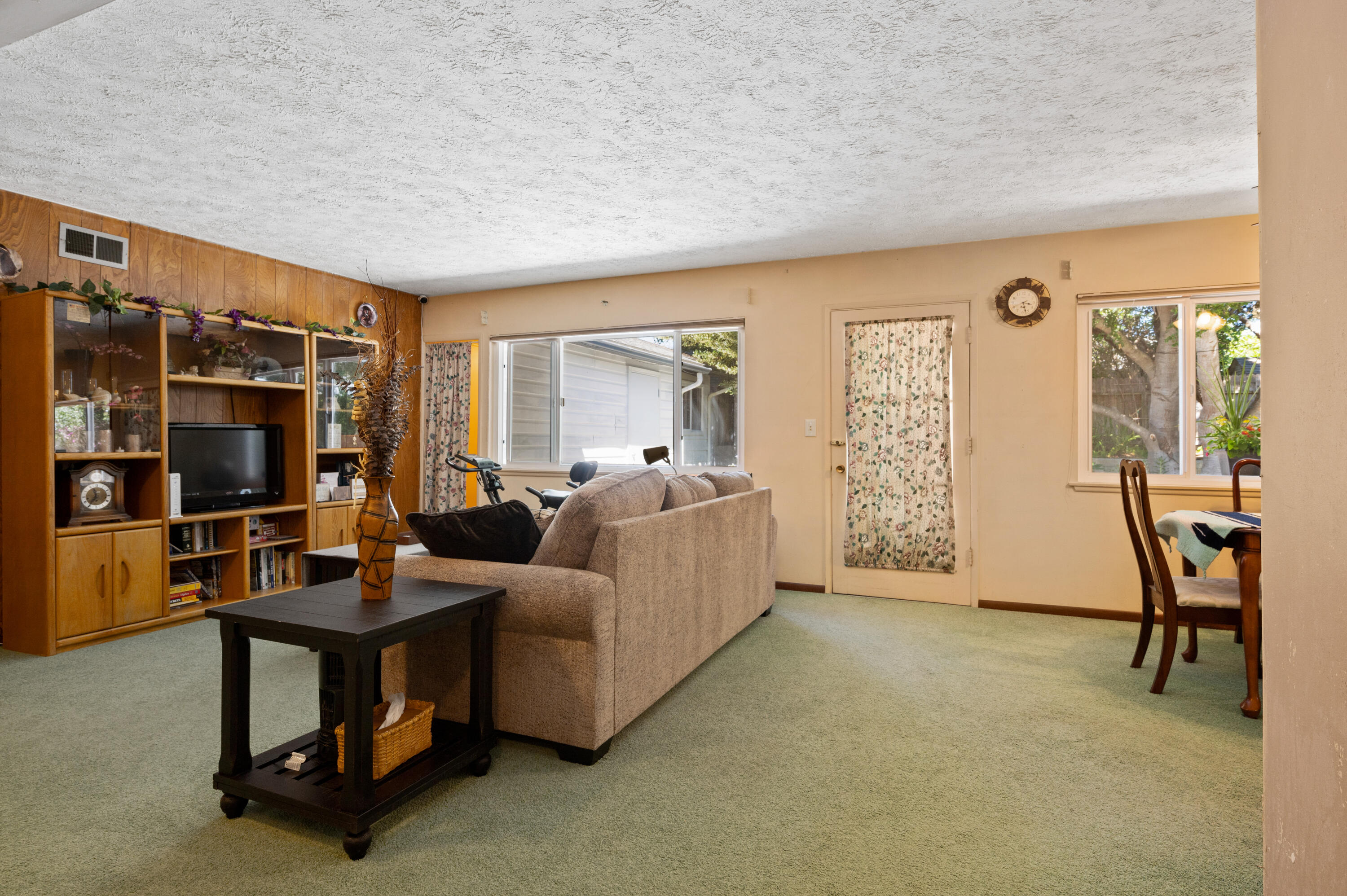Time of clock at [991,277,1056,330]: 3:27
